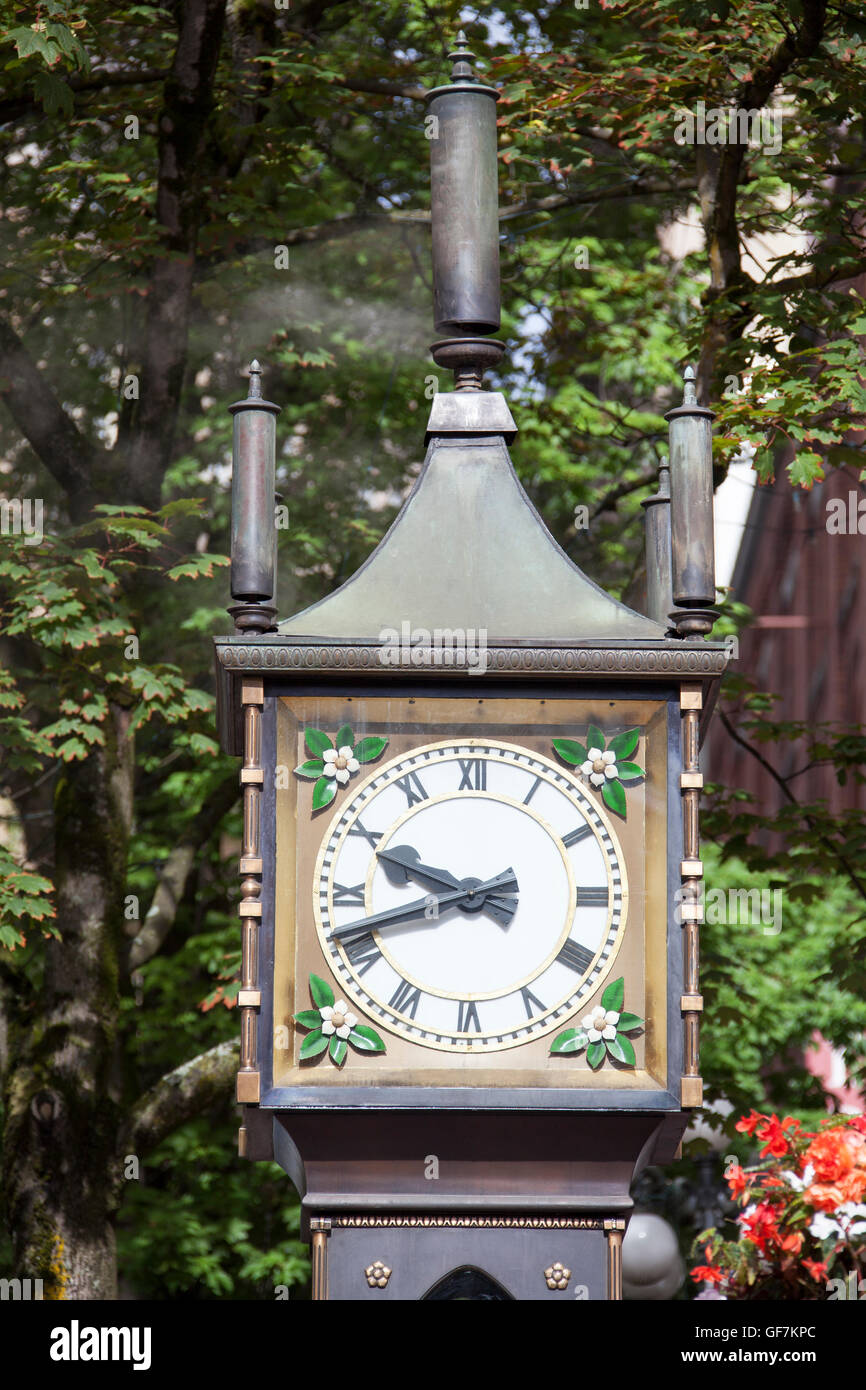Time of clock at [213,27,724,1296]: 9:42
